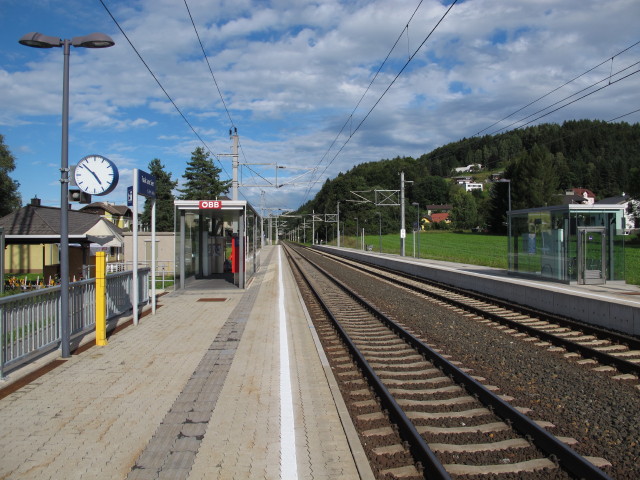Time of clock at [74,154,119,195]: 4:52
